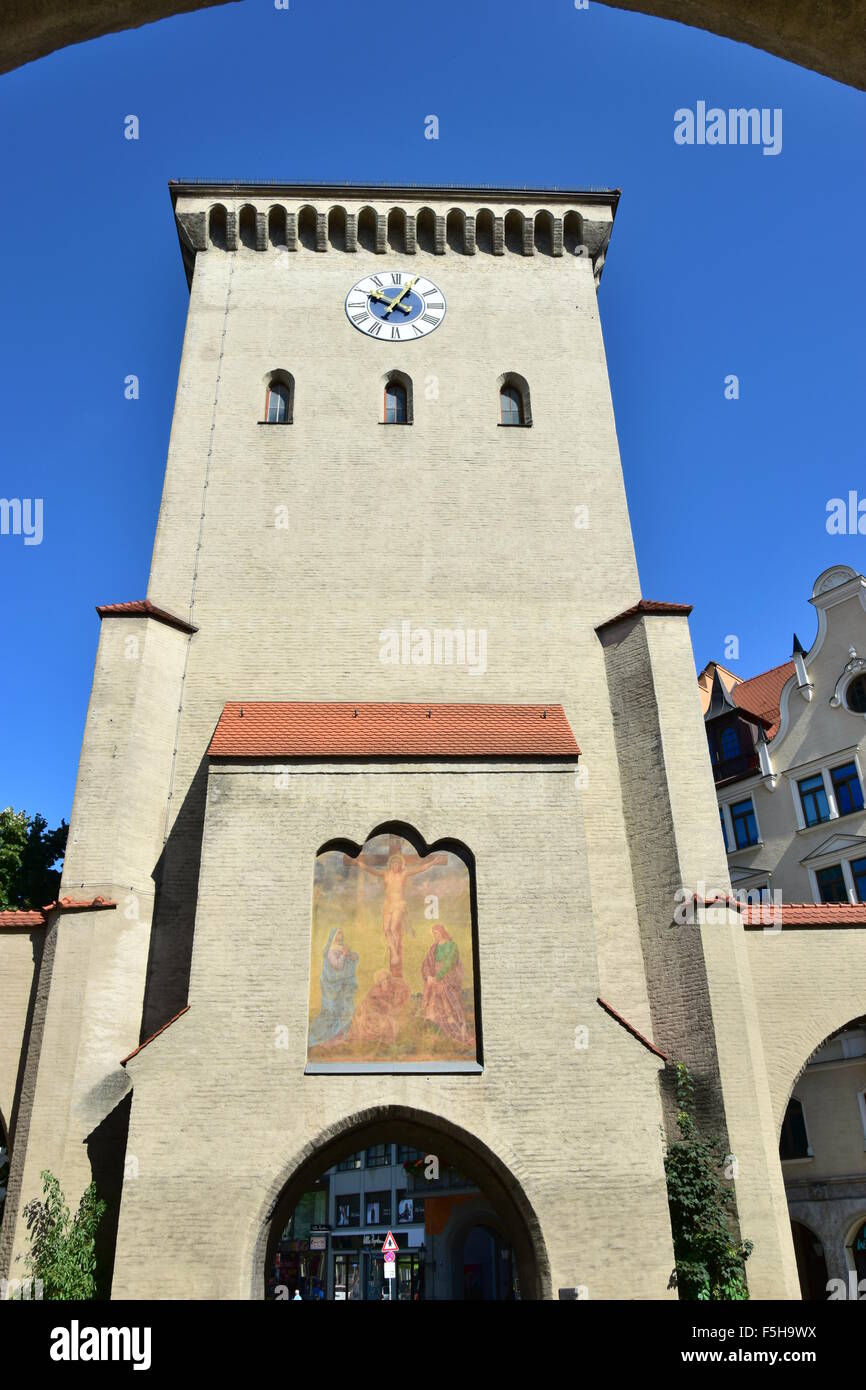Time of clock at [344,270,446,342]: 10:04
